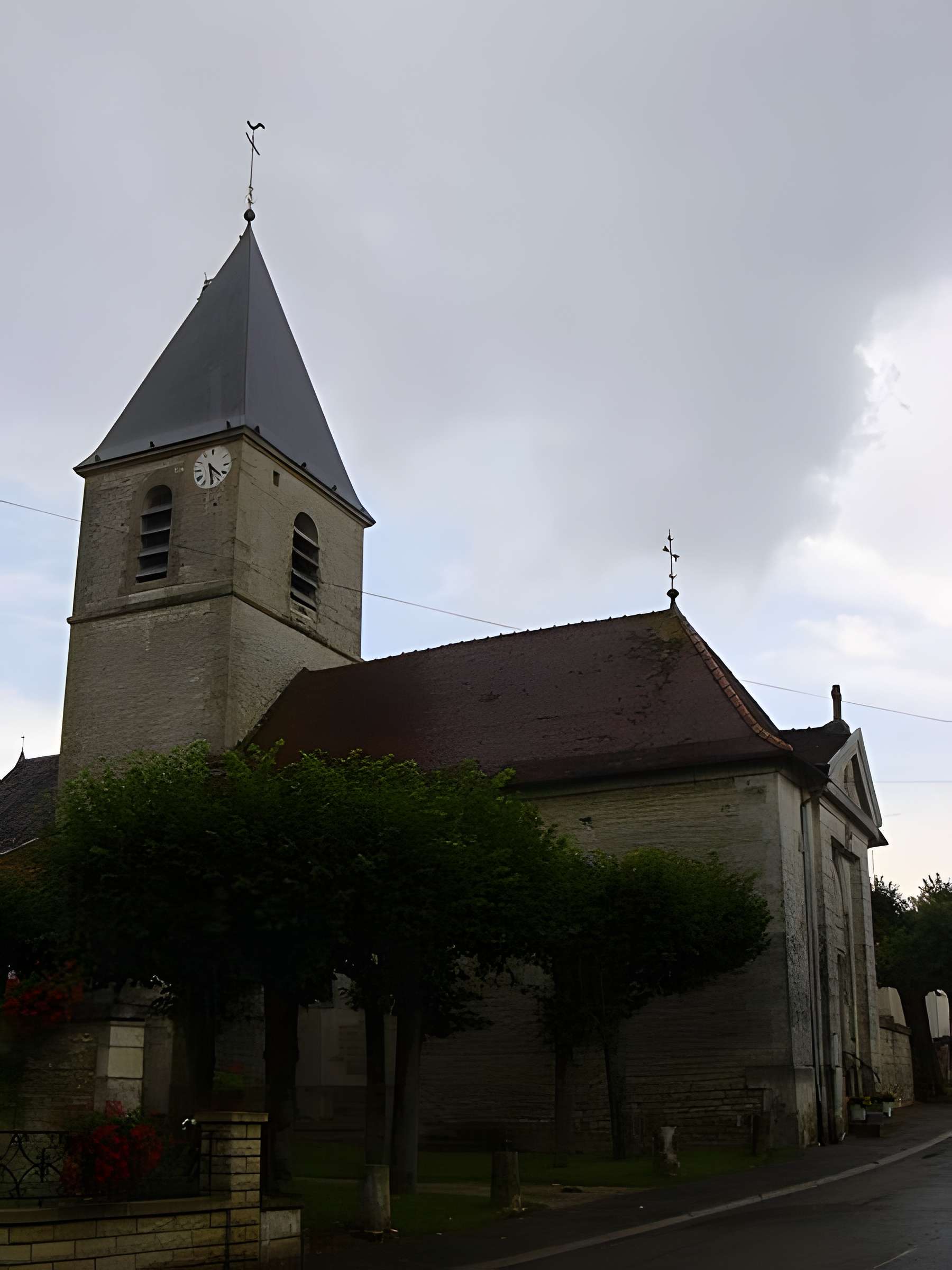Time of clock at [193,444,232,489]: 4:29
